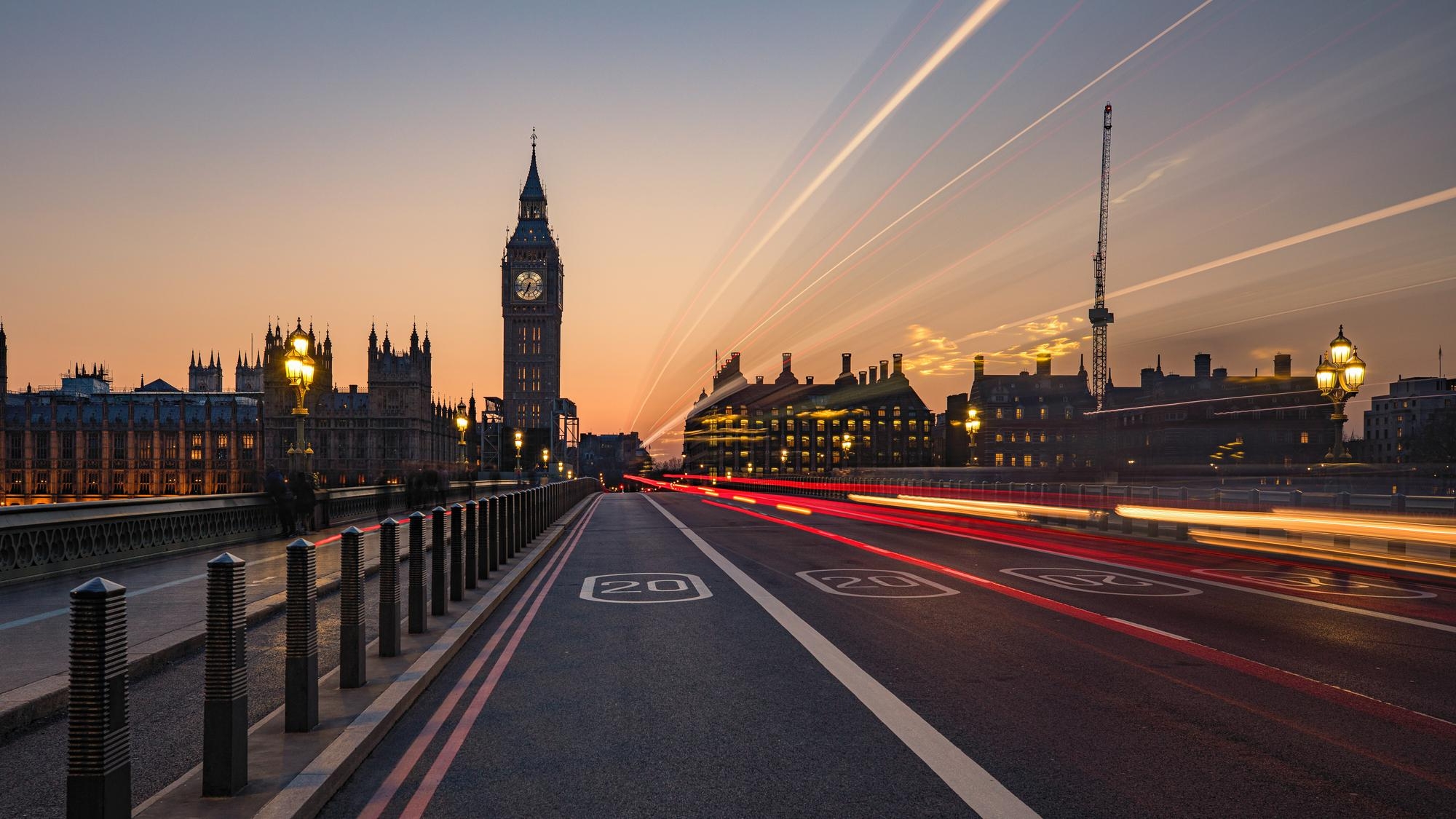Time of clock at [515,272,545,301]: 6:34
